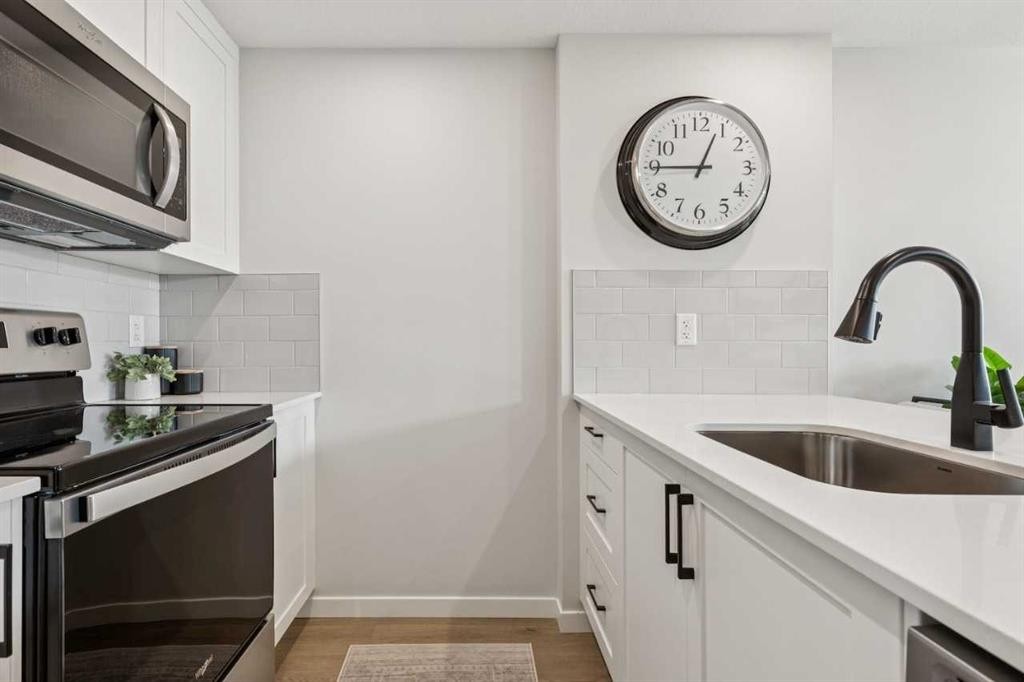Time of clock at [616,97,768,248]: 12:45
